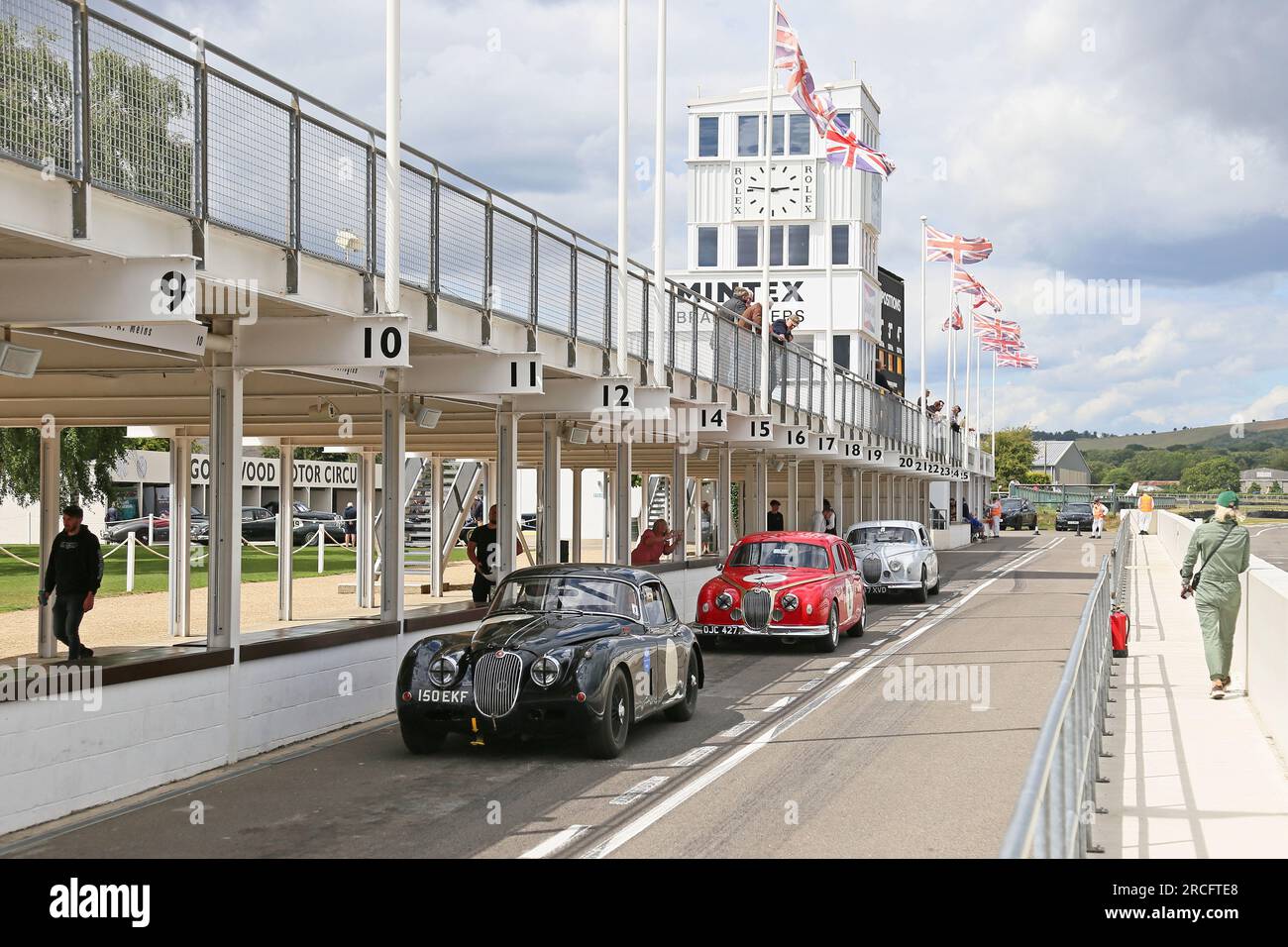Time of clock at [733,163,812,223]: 2:46
